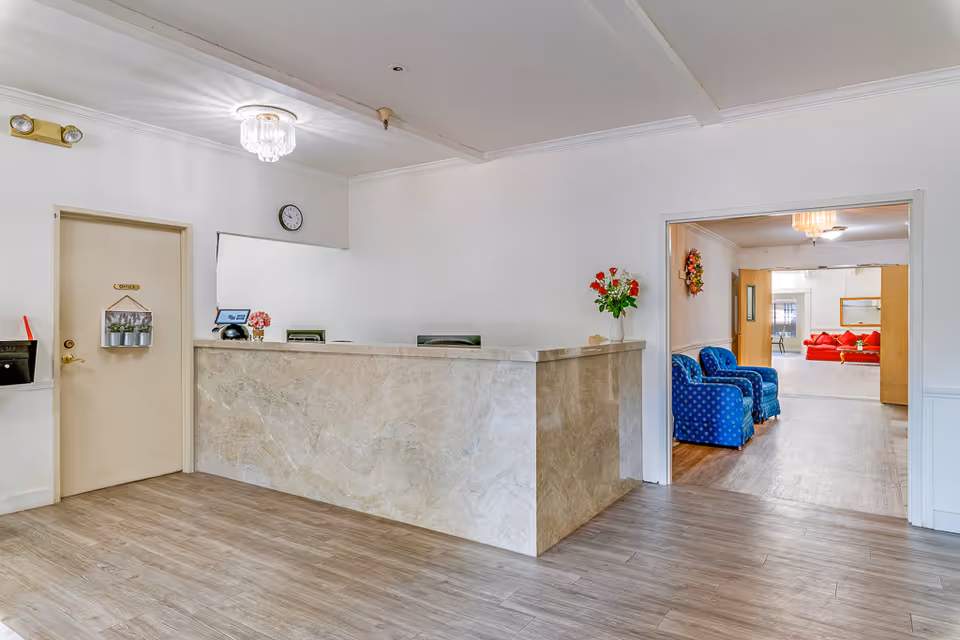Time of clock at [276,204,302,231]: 10:47
